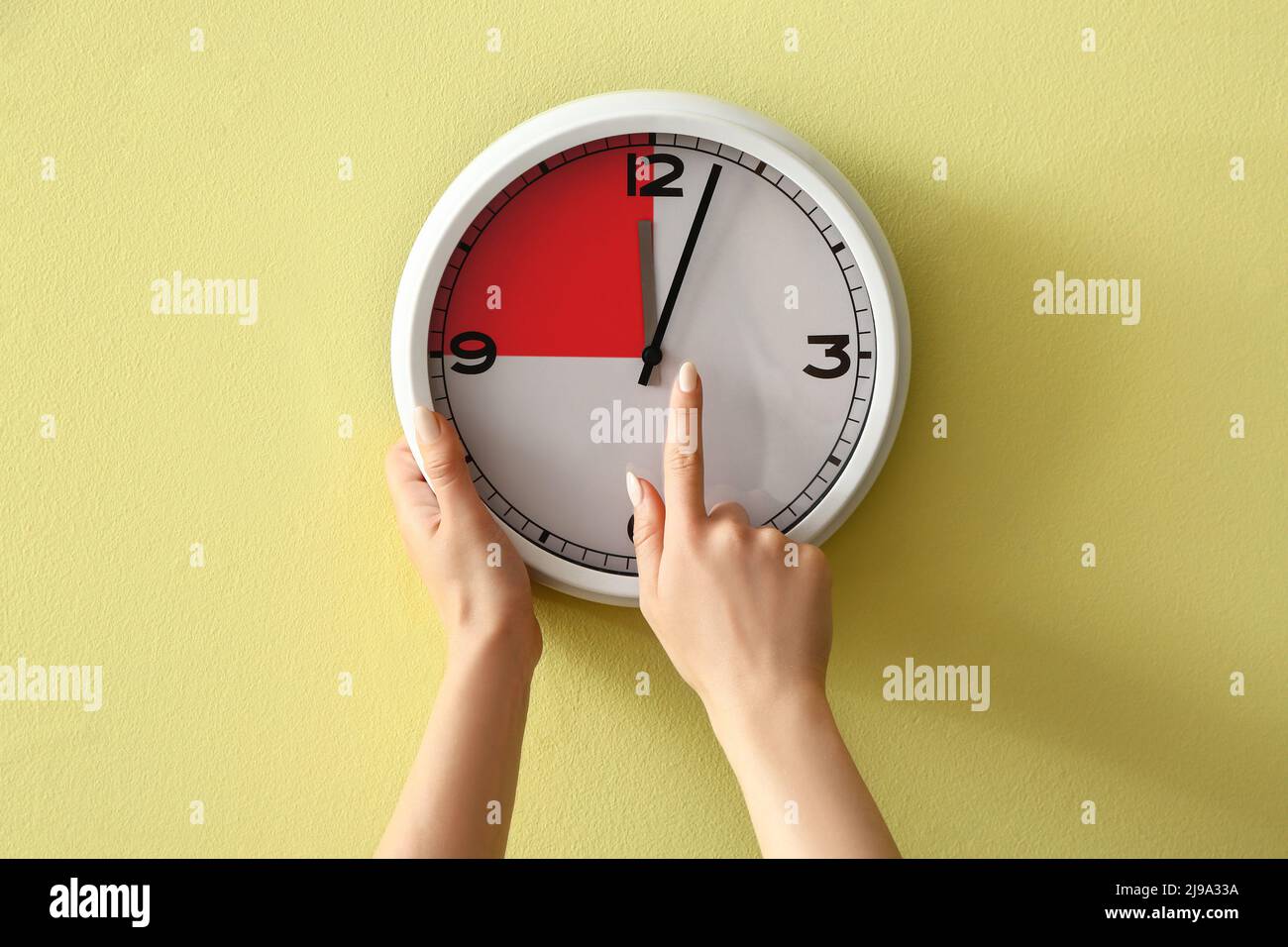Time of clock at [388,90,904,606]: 12:03
